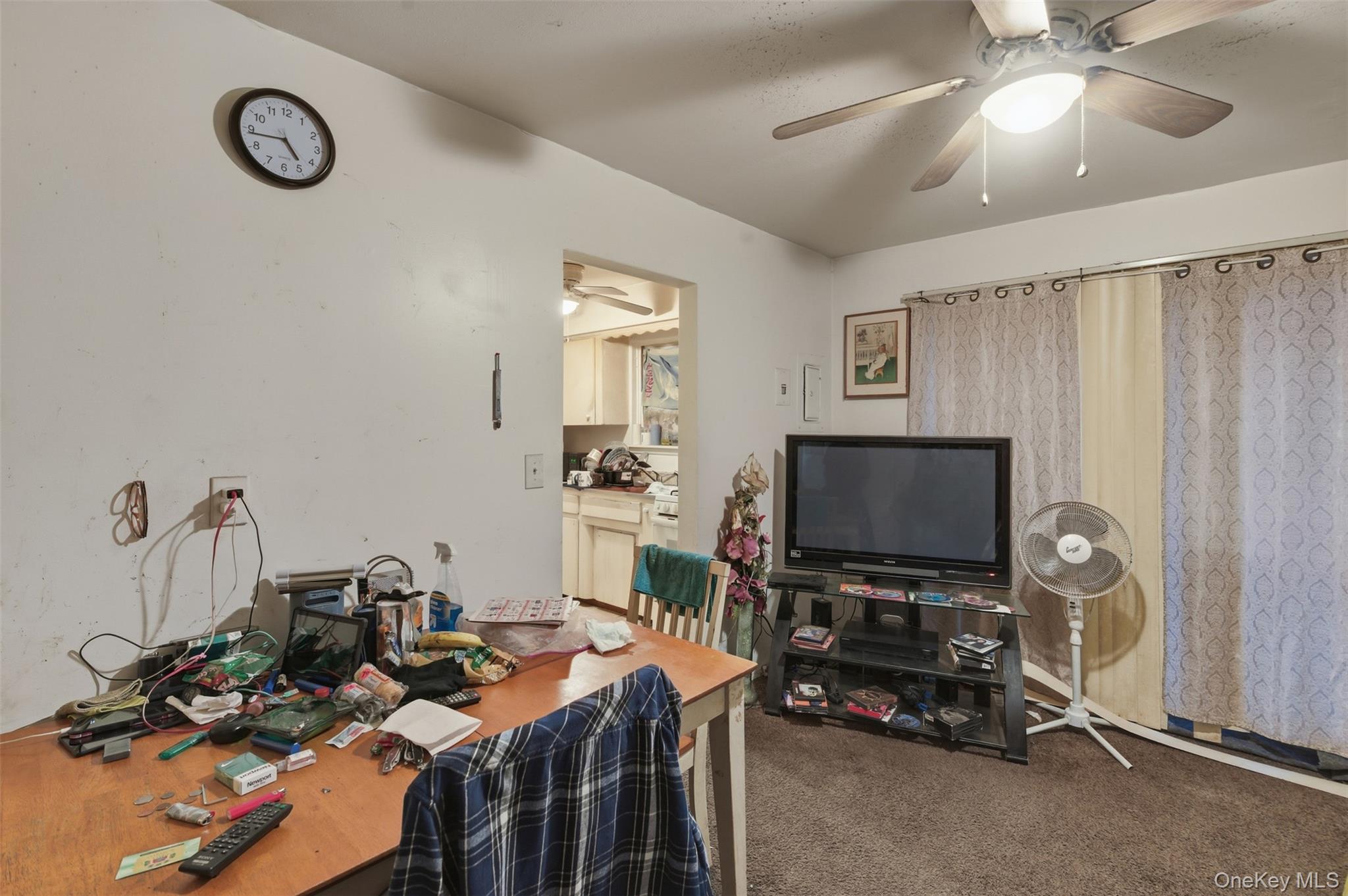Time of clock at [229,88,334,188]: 4:43
